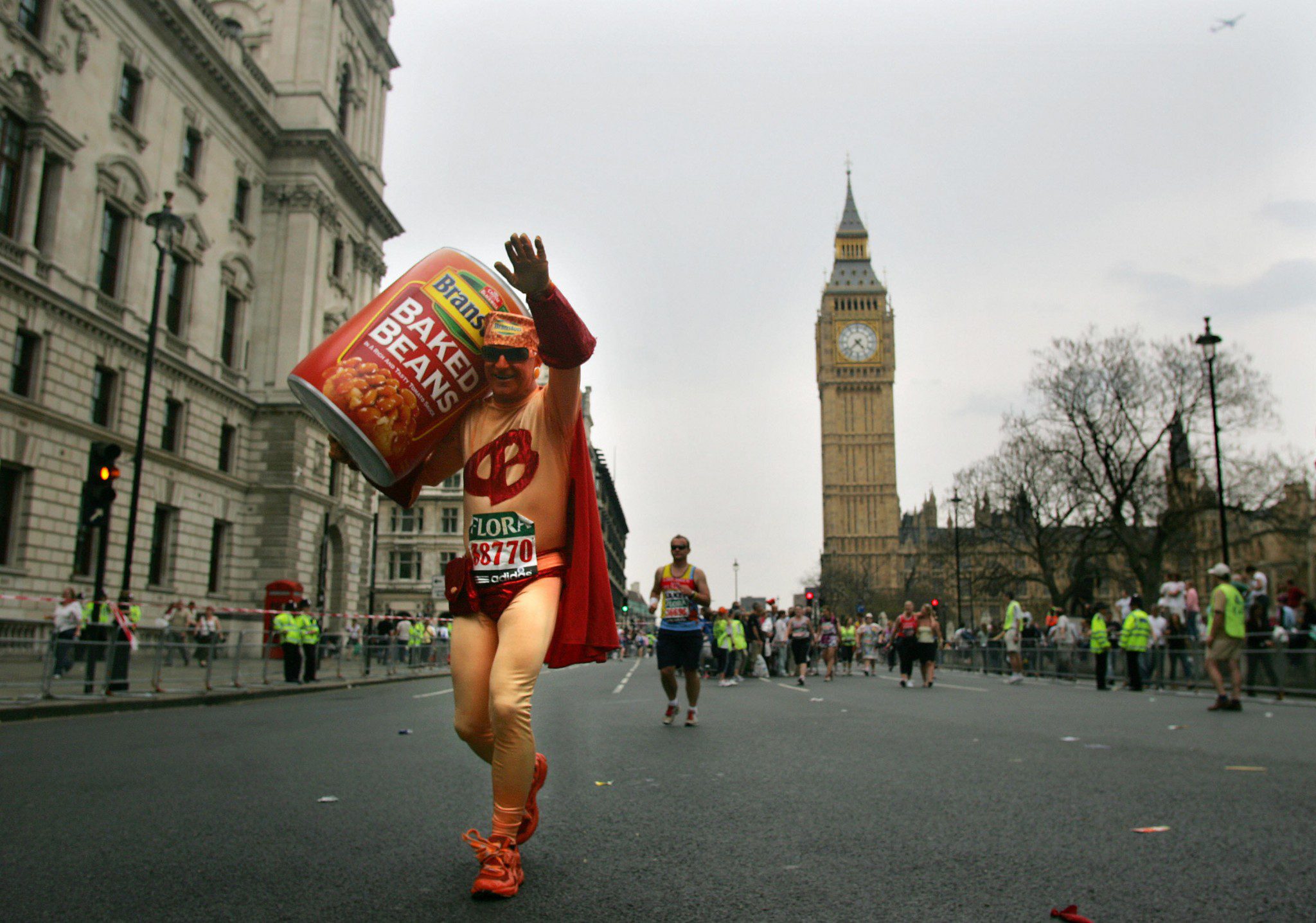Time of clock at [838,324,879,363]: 4:37
